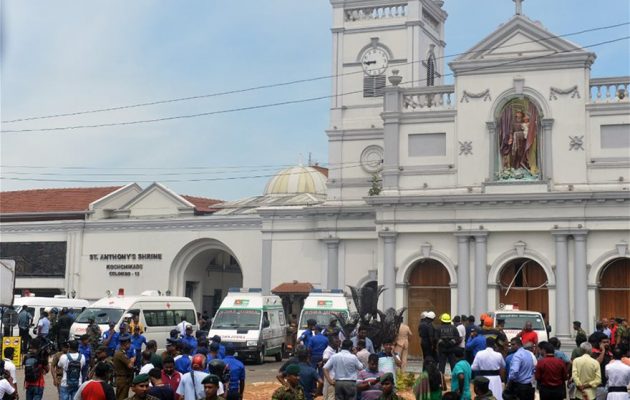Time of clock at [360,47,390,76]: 8:45
